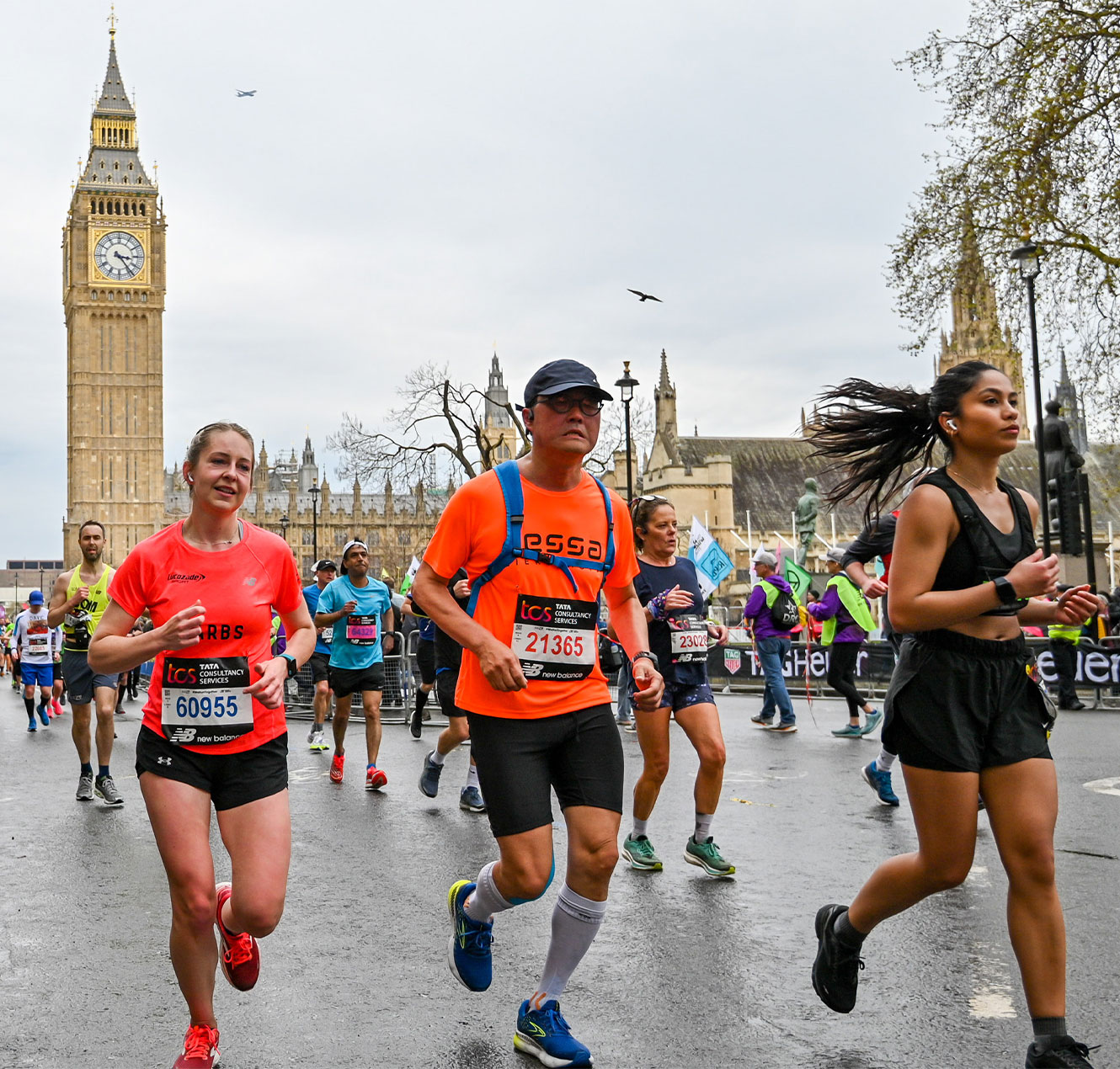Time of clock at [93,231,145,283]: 3:23
